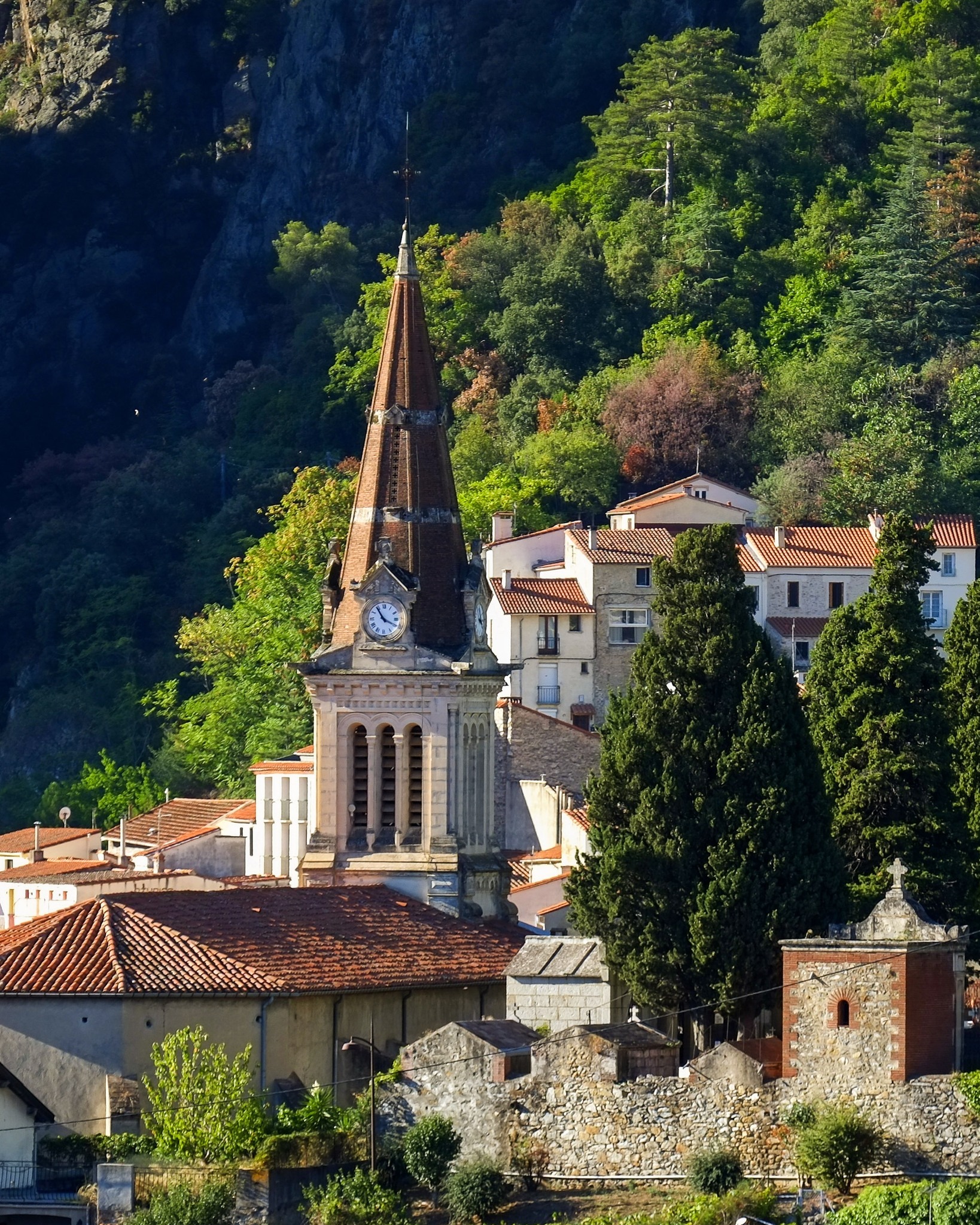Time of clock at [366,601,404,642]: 3:54
